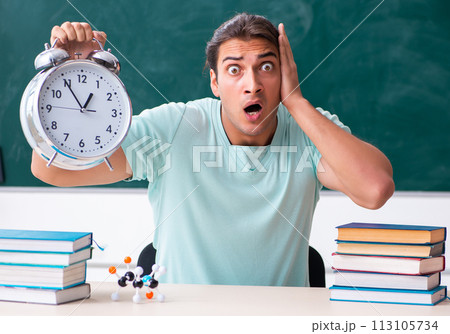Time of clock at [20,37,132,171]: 12:54
